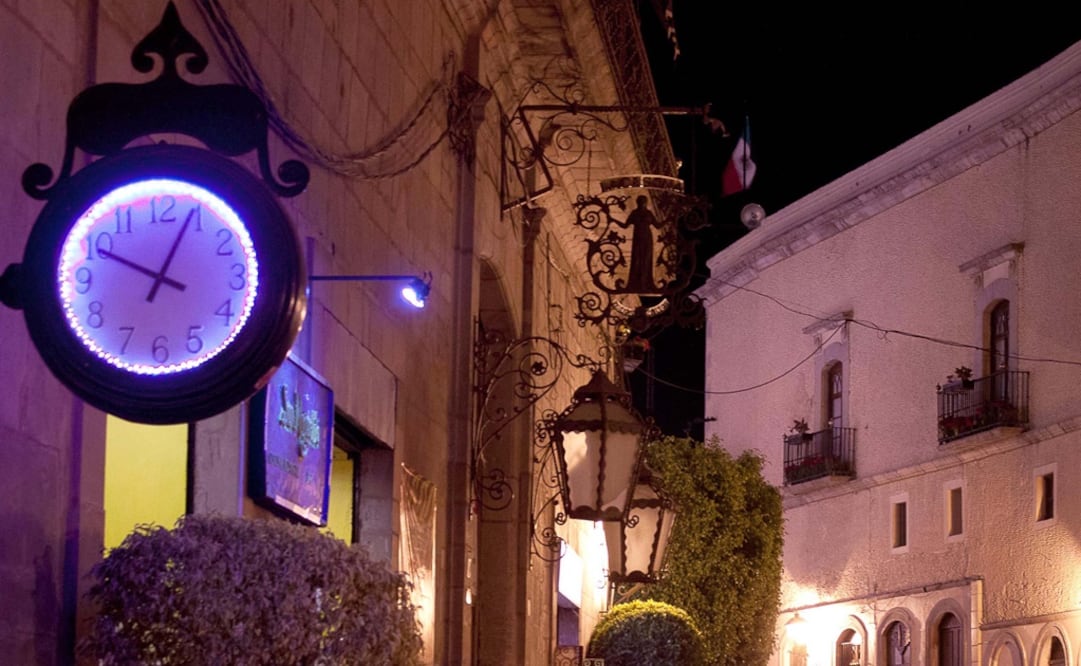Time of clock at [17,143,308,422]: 12:49
